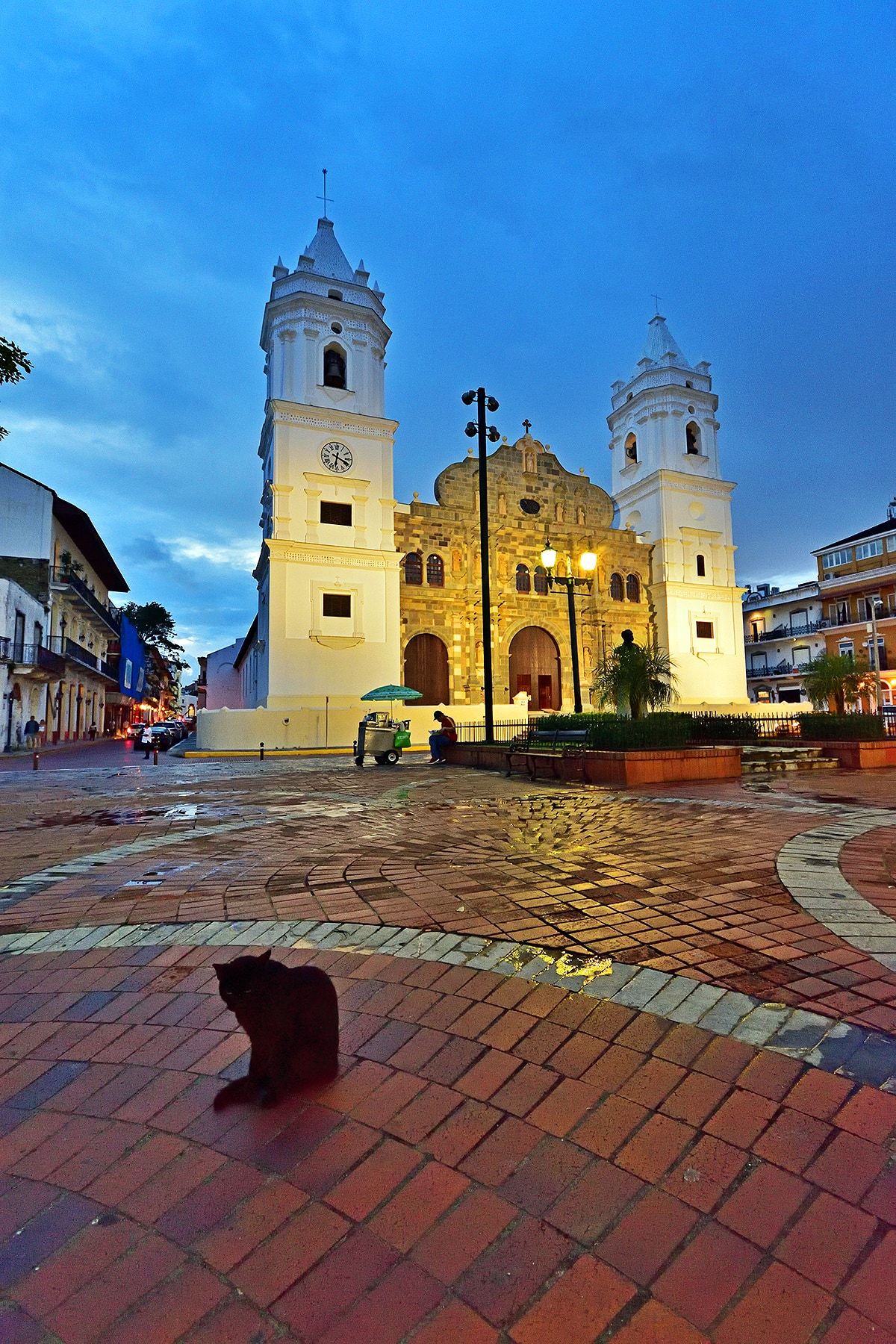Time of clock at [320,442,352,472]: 6:18
